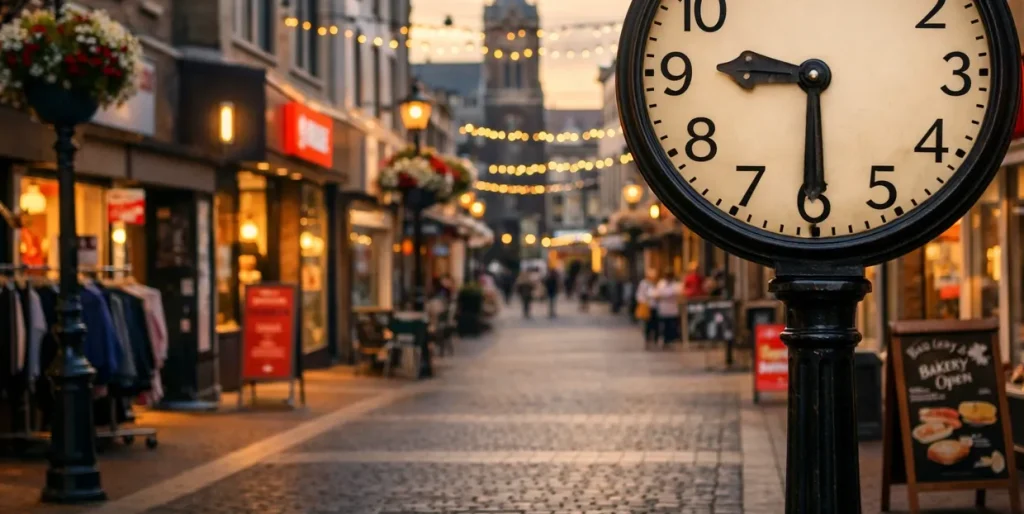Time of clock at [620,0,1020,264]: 9:30
